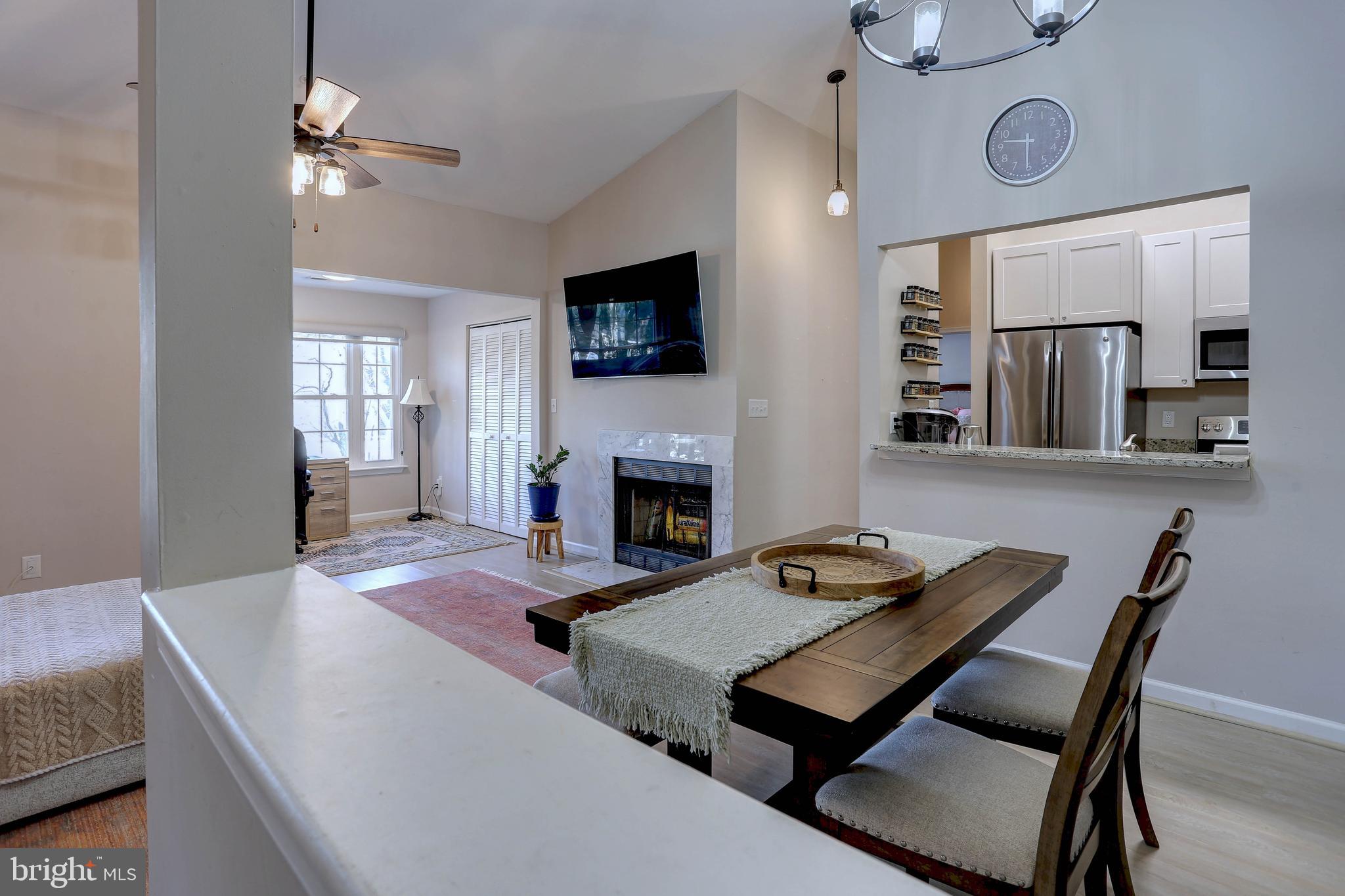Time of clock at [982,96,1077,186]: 9:30
